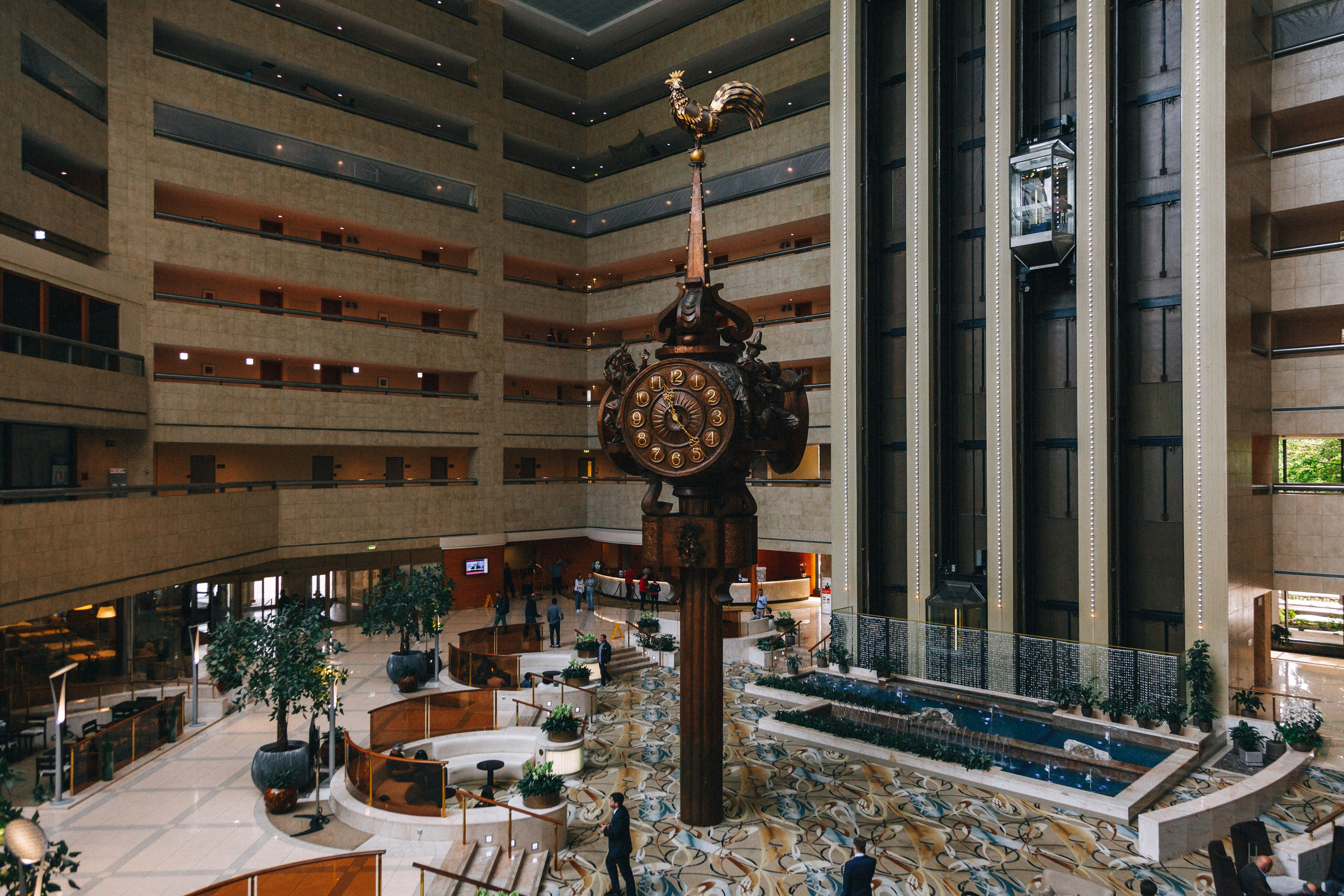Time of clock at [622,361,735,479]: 11:23
